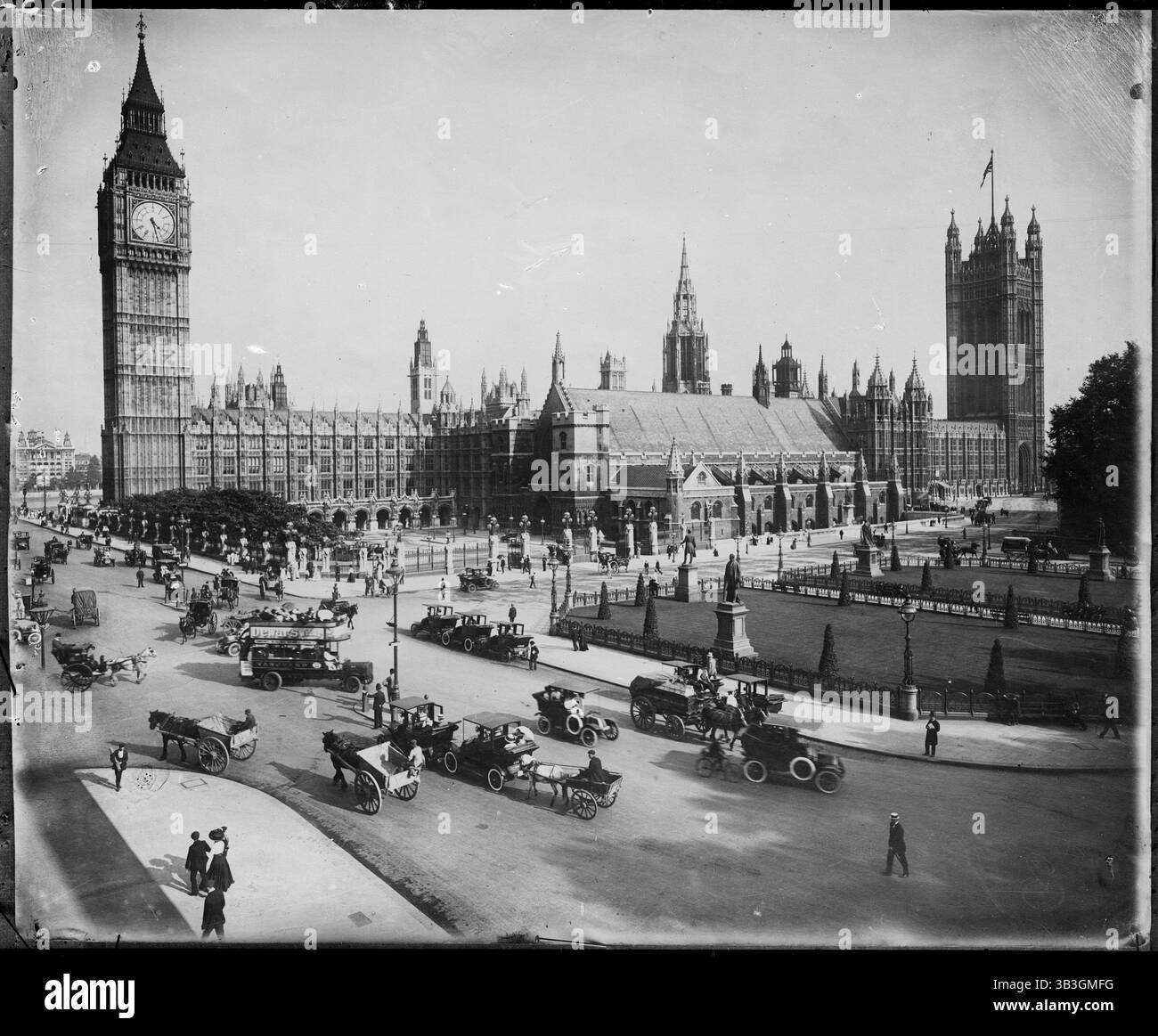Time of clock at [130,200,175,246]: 4:27
